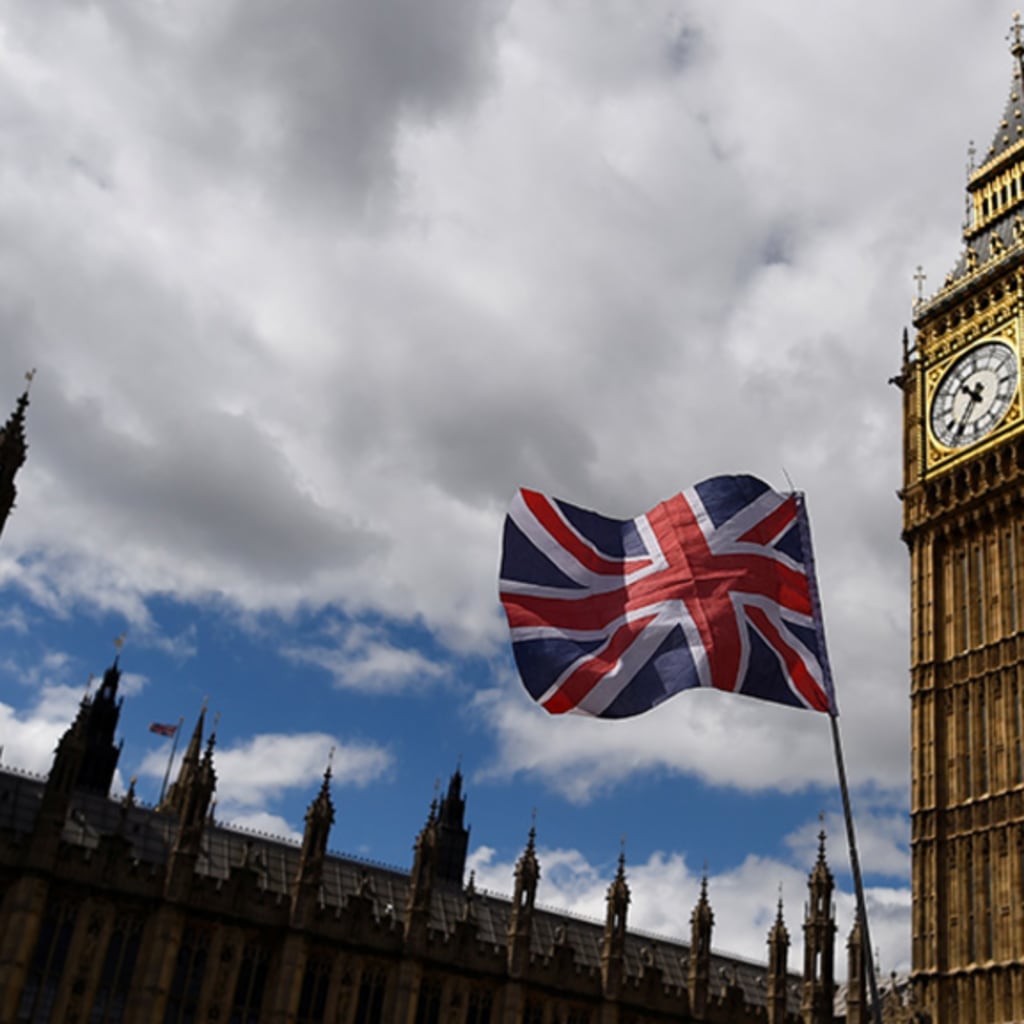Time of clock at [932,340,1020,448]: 10:36
